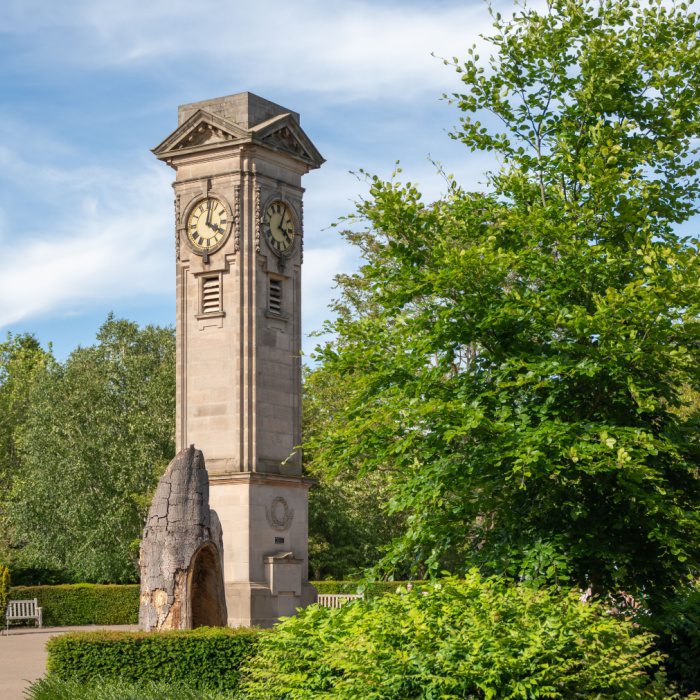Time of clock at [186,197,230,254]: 4:01
